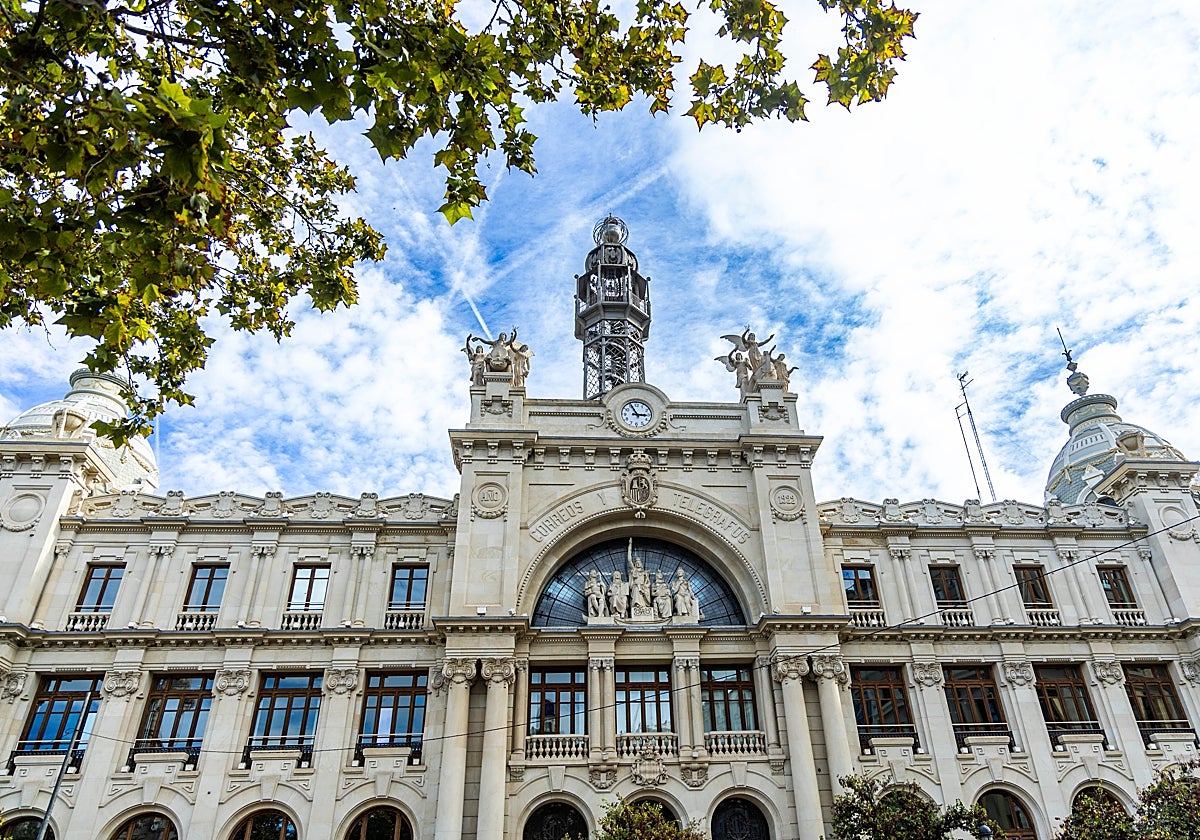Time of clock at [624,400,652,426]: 2:55
